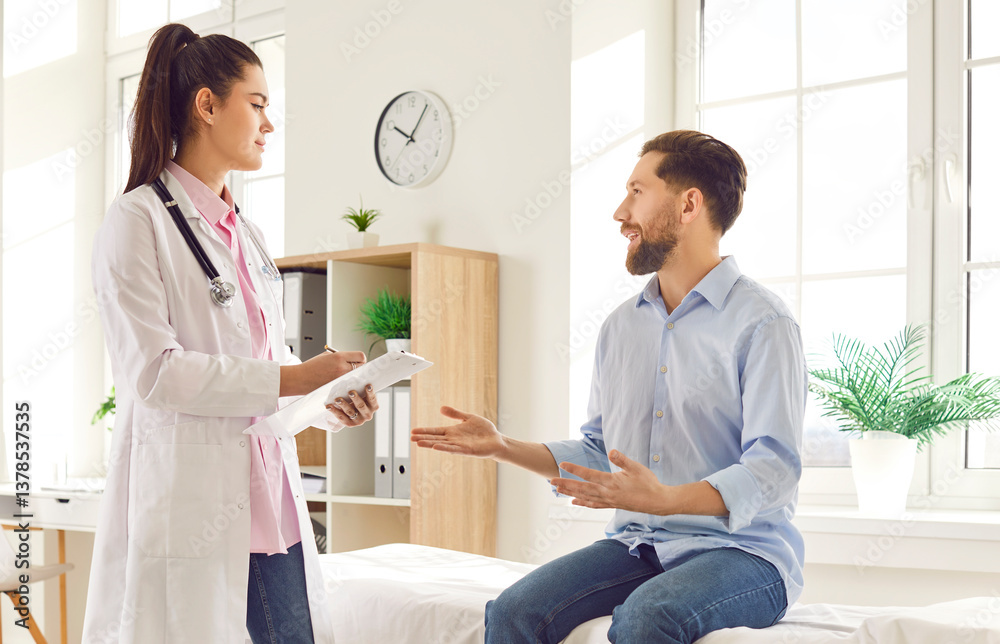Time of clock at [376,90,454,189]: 10:05
